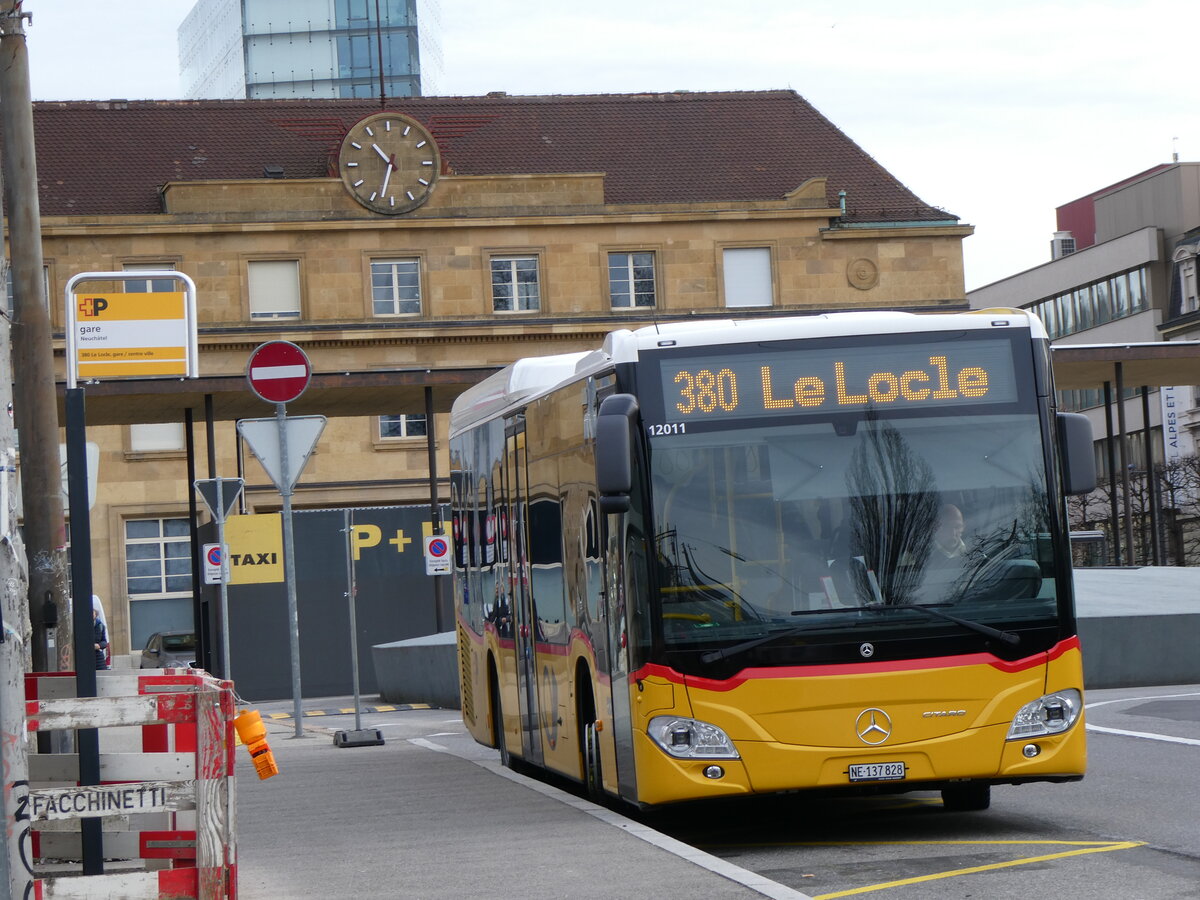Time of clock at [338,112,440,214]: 10:32
